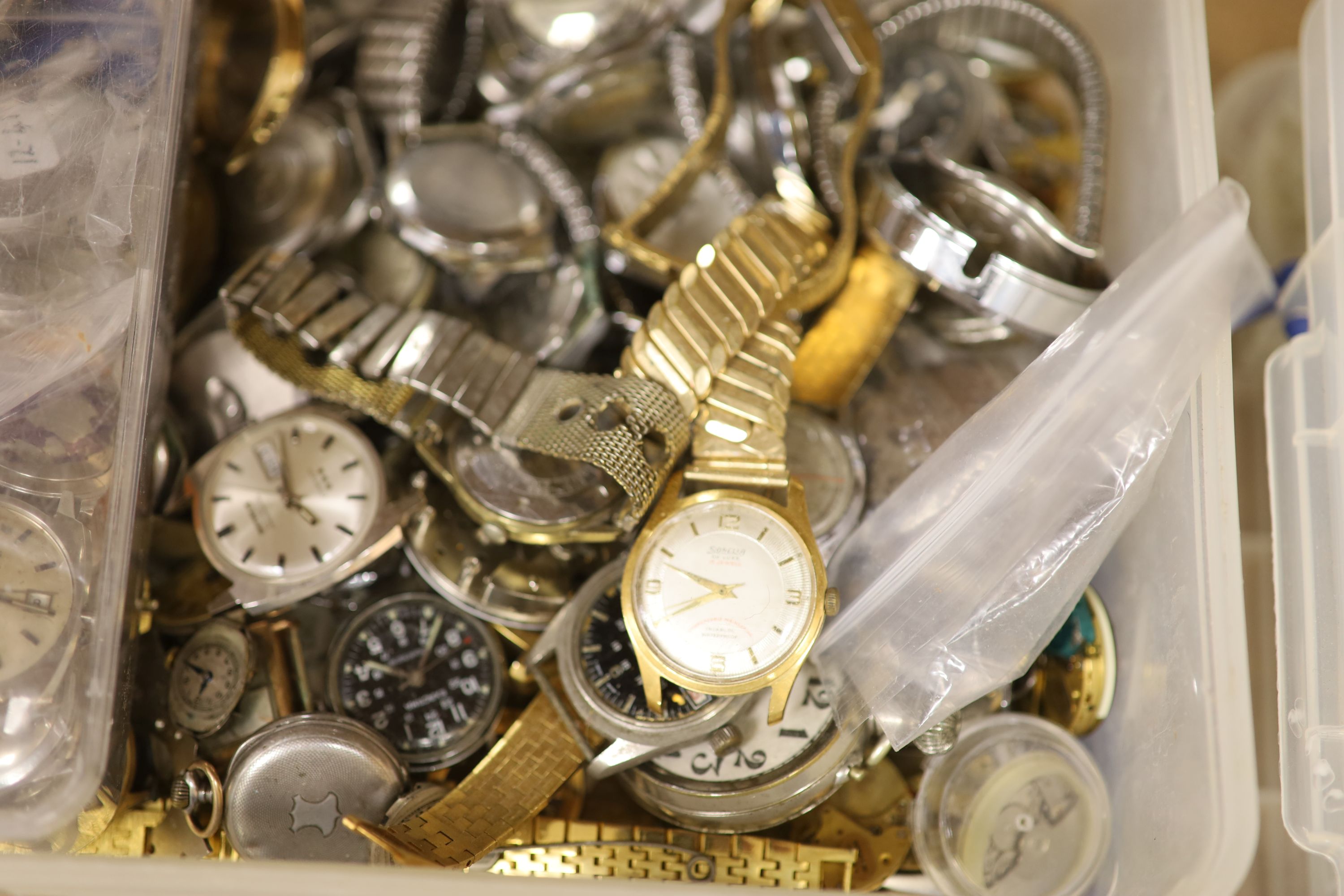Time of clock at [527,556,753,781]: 9:40
